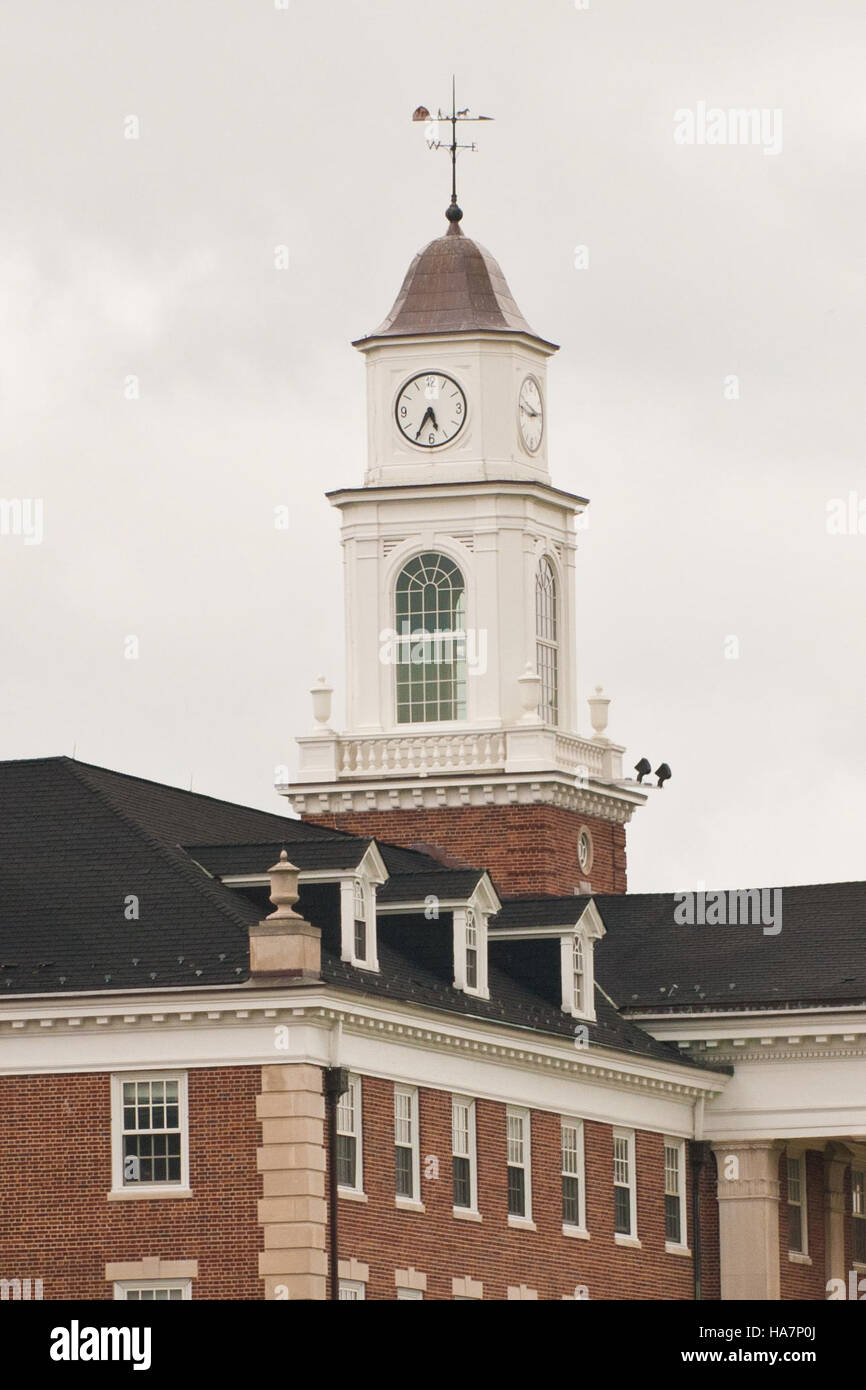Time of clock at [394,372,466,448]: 5:35
